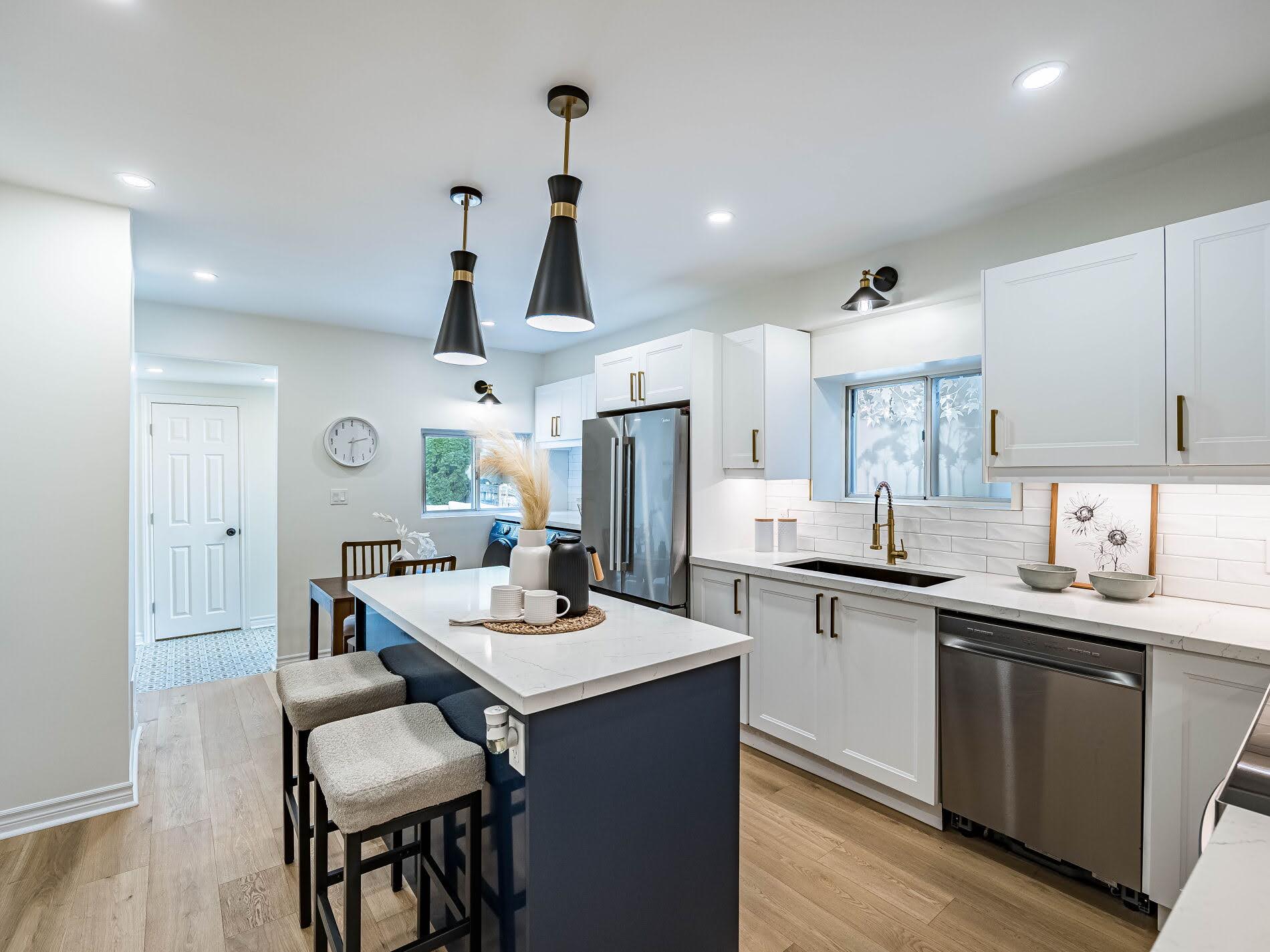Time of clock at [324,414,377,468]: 2:31
